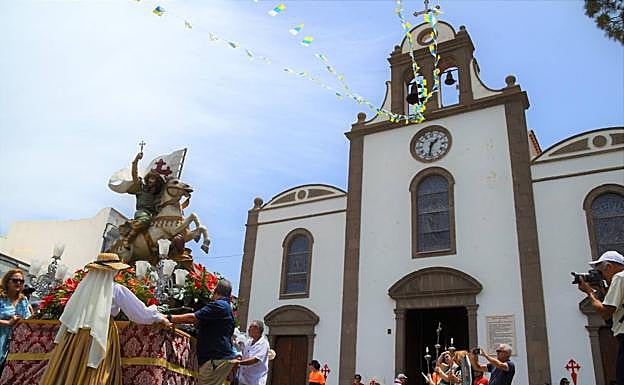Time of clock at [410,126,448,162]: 1:32
